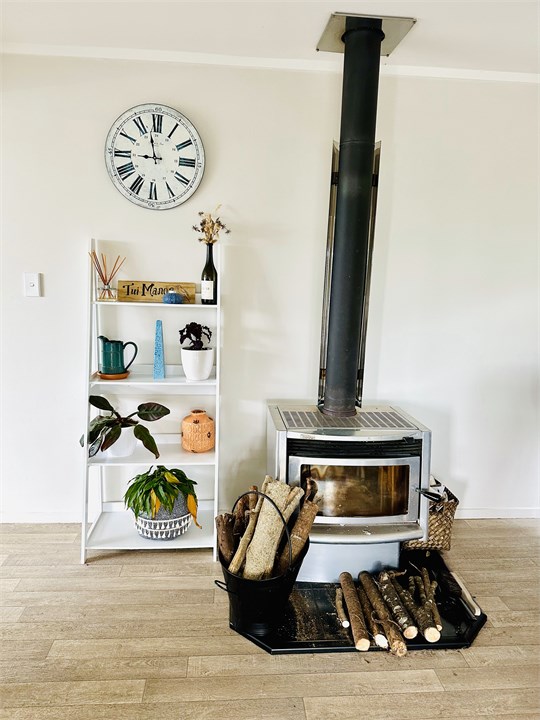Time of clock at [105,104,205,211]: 8:57
